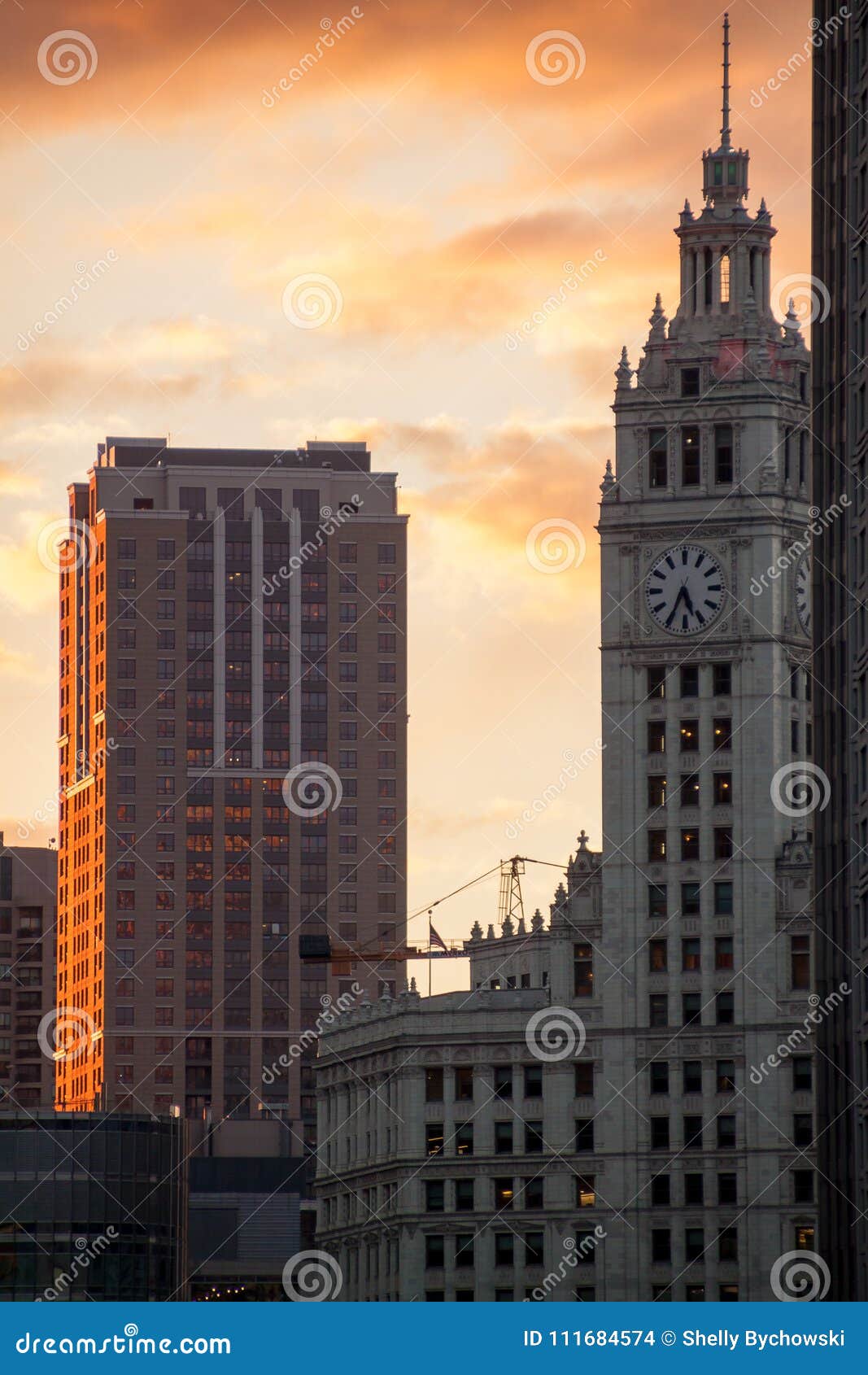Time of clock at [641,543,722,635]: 5:34
